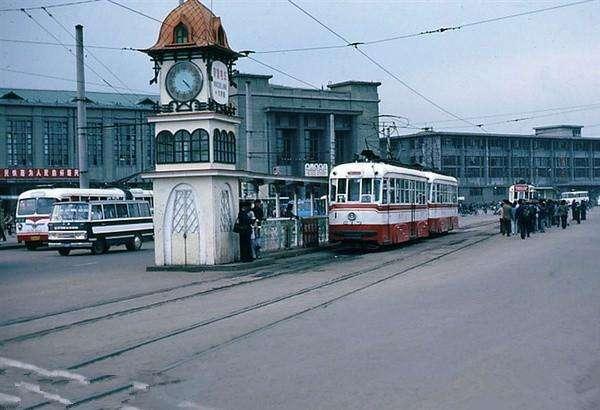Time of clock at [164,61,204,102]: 4:22
